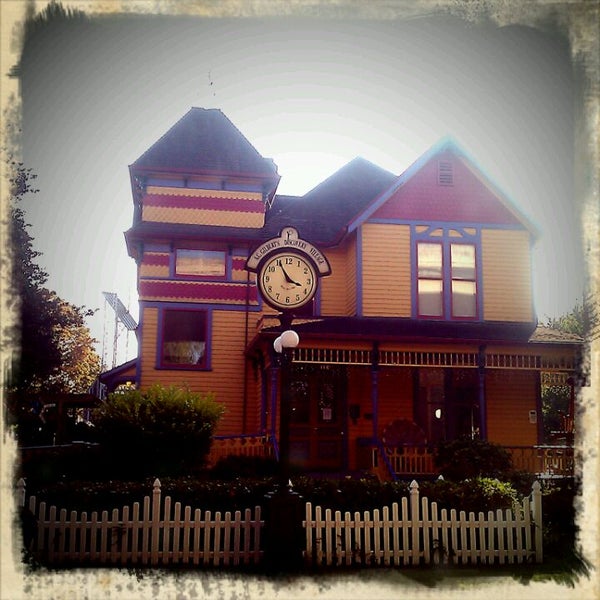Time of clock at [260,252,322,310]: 3:55
